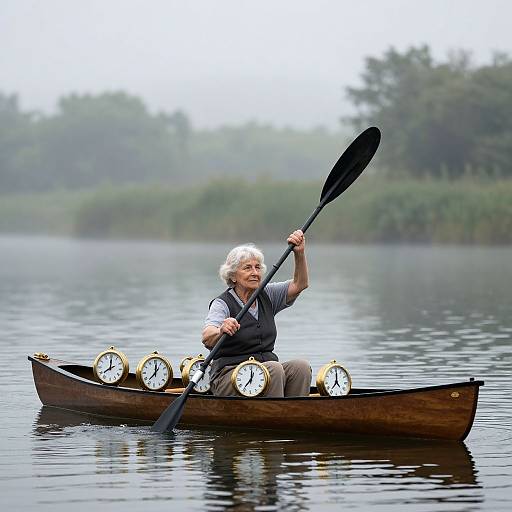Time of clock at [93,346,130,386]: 8:00
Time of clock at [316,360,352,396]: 7:00
